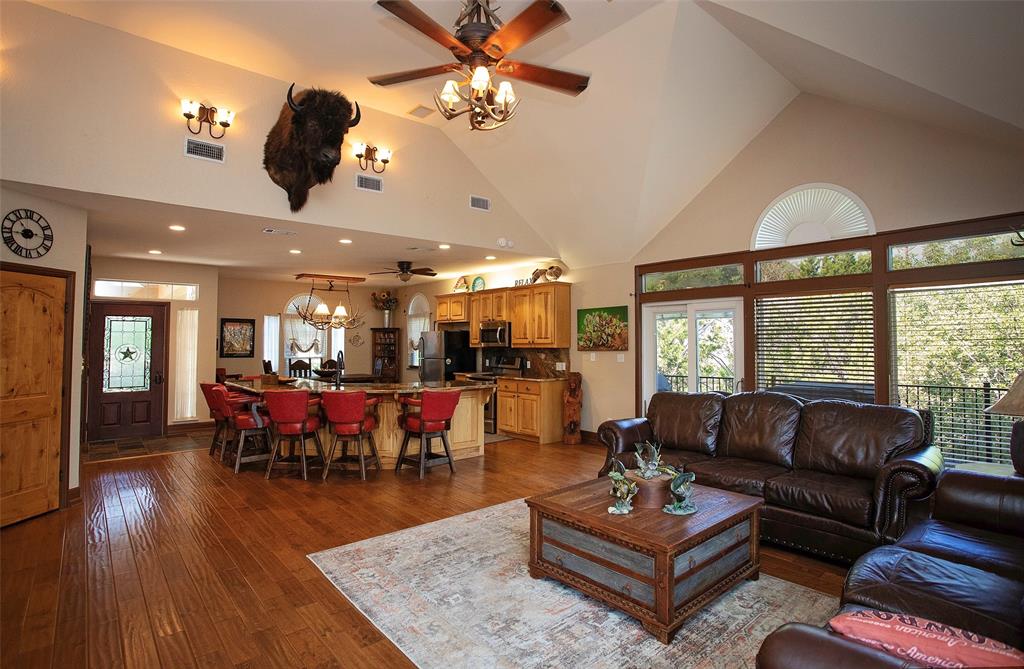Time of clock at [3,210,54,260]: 10:43
